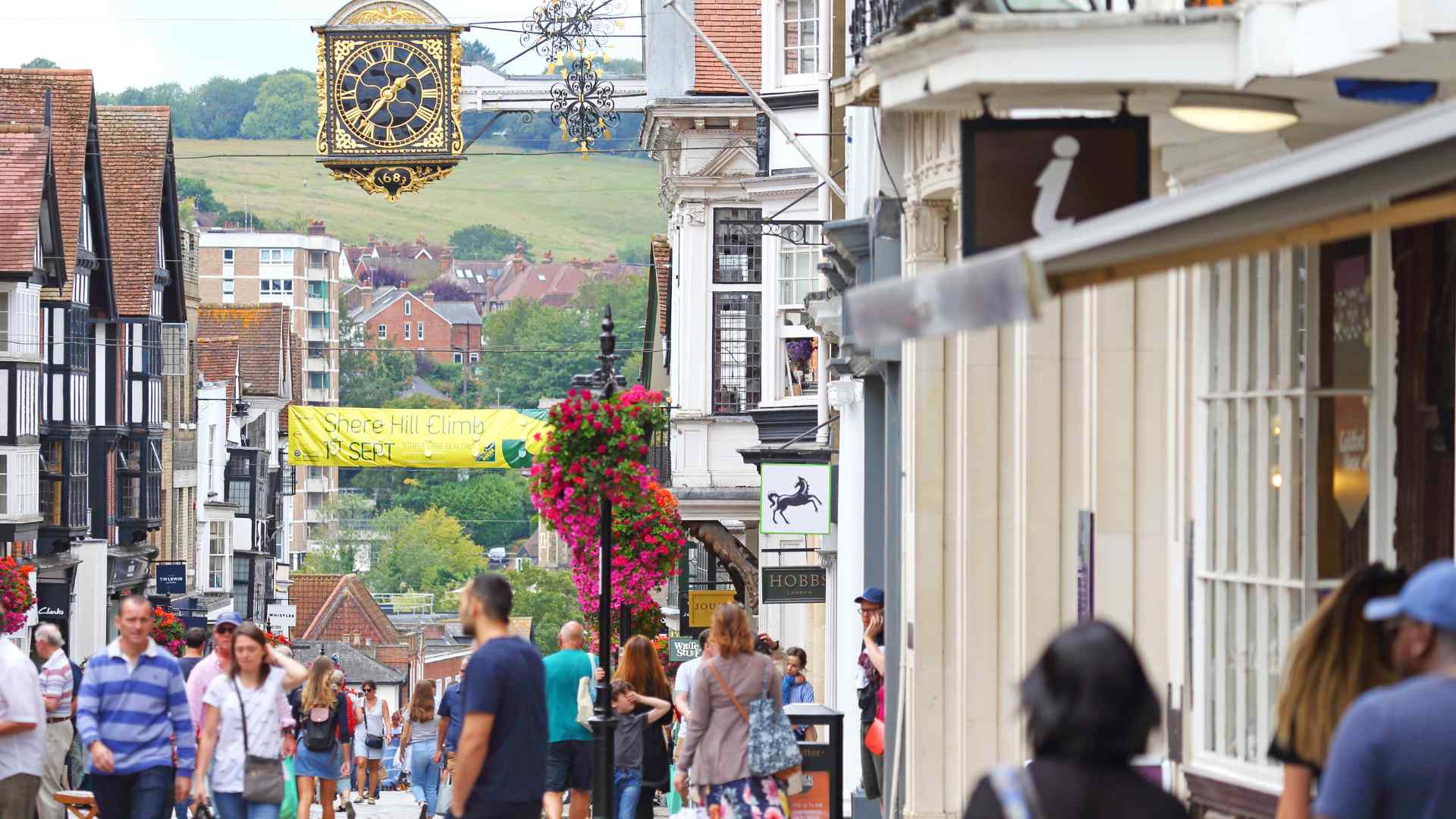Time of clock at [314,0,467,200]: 1:36
